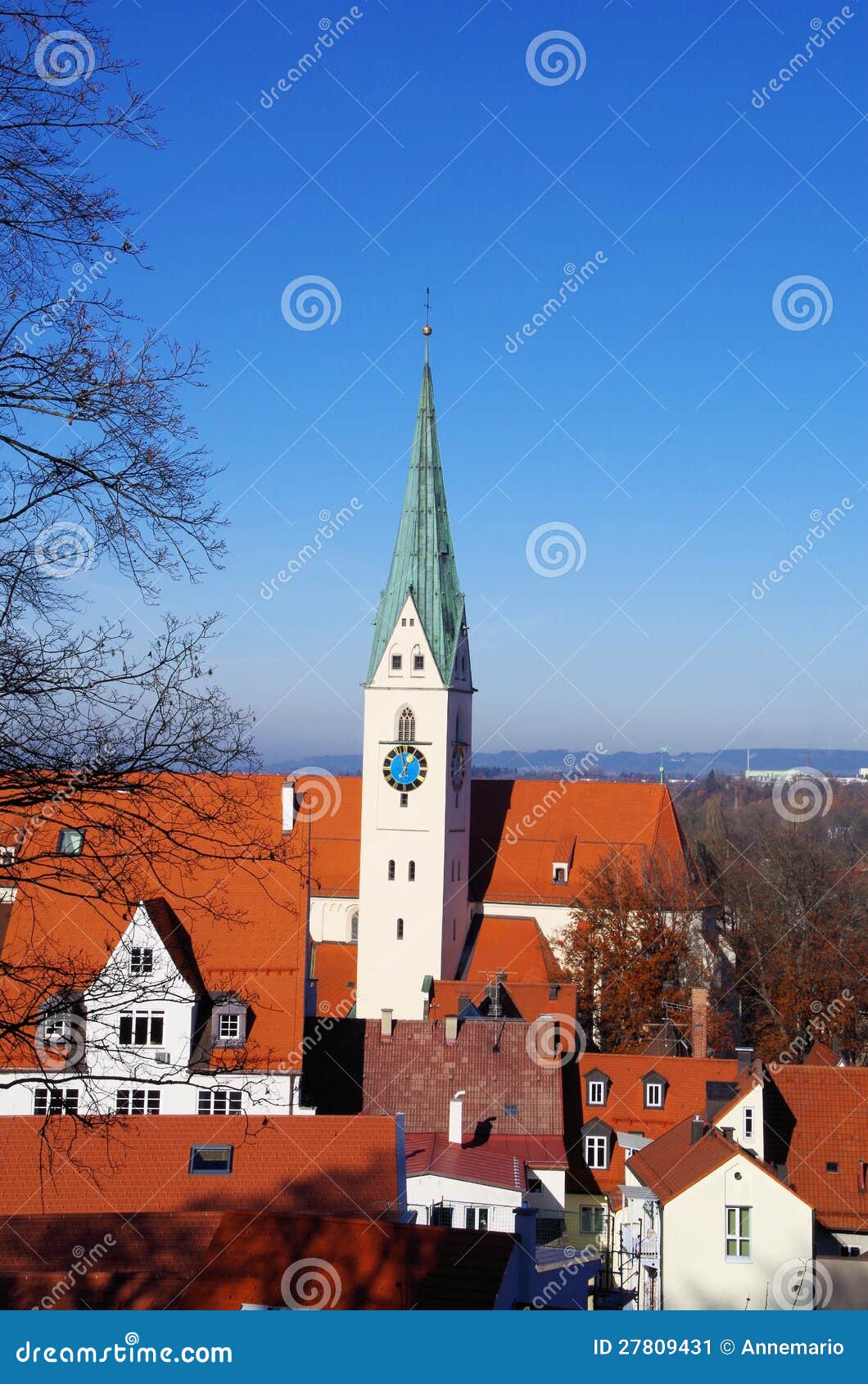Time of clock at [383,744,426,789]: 12:58
